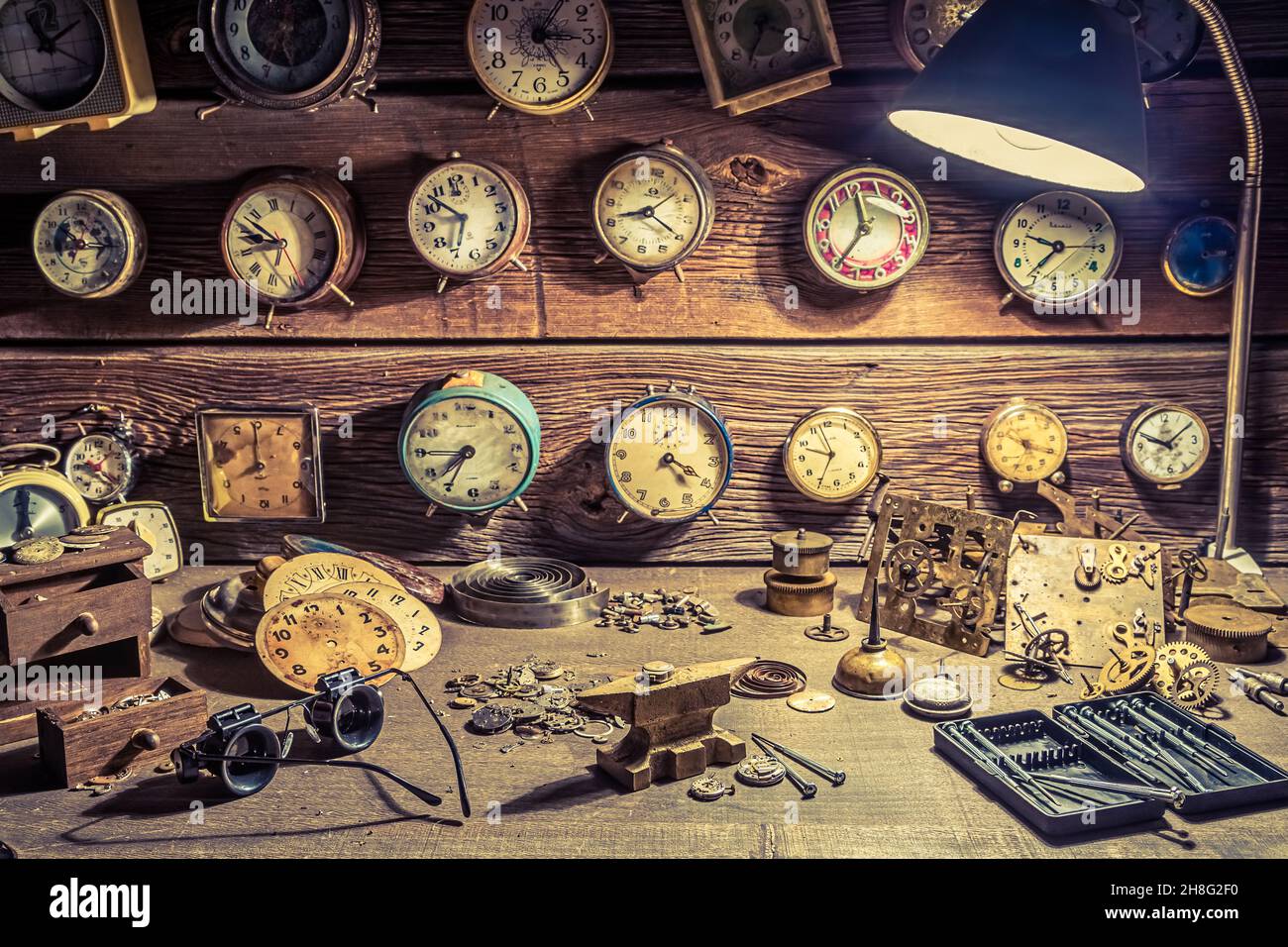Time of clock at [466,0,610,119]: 3:05
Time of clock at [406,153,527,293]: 6:52
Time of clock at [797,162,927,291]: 11:35
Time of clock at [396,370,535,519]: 7:35
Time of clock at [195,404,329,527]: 7:59
